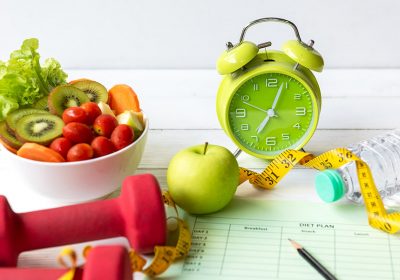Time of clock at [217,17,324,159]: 7:03
